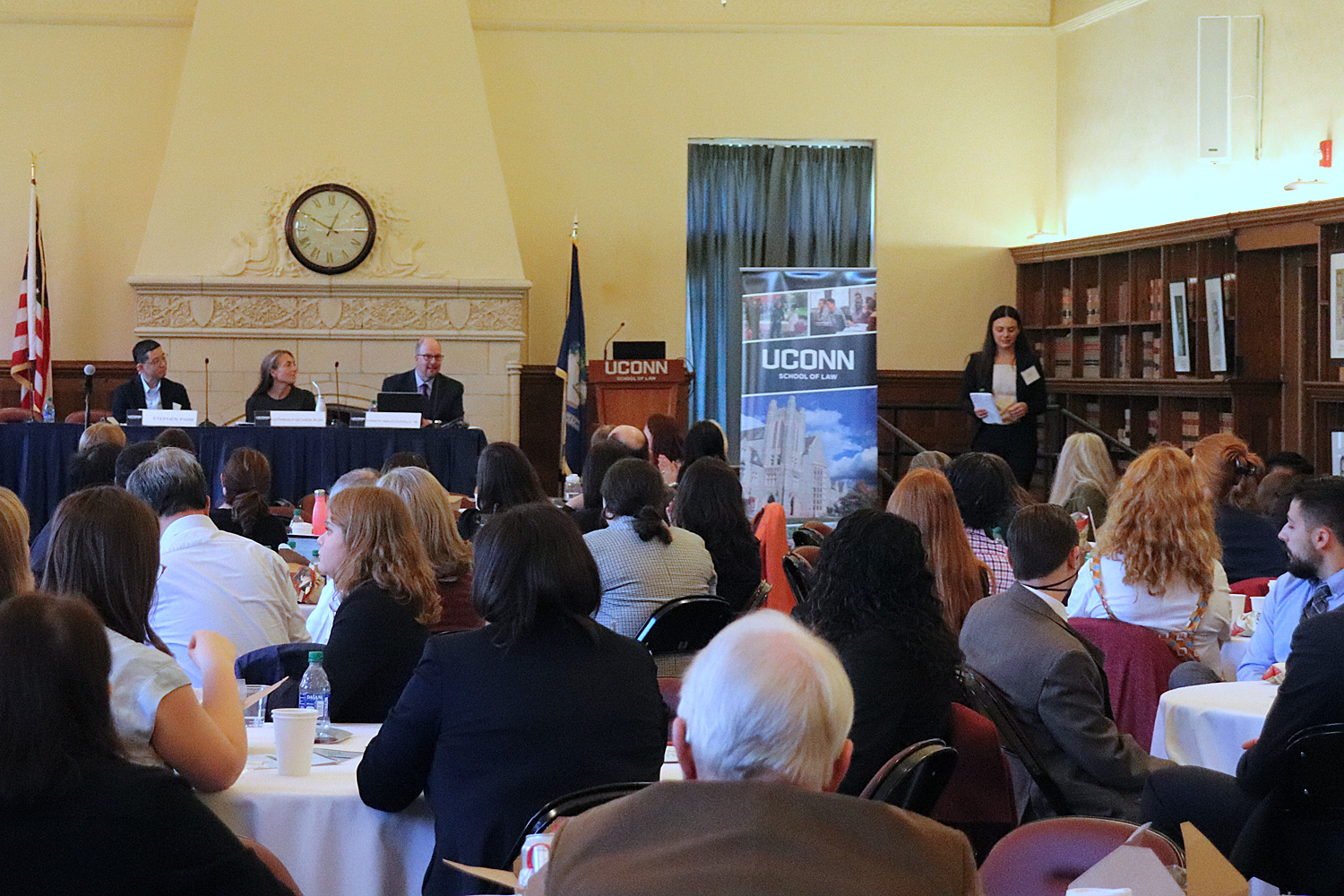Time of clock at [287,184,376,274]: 12:49
